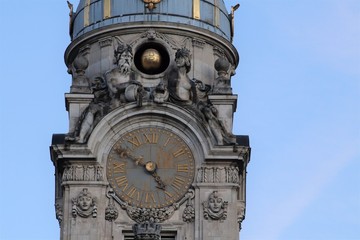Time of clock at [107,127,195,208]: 4:49
